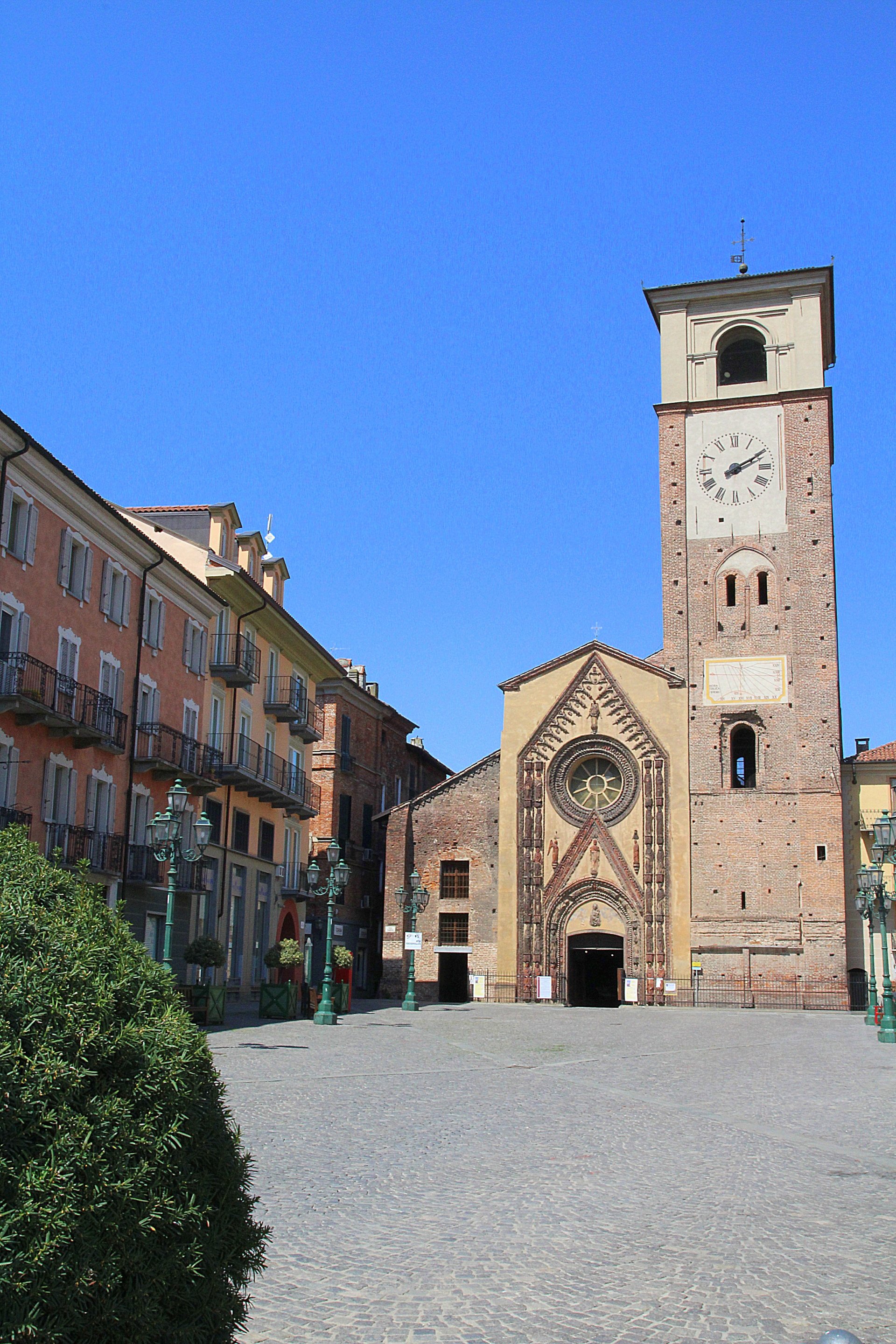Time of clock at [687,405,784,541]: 2:10
